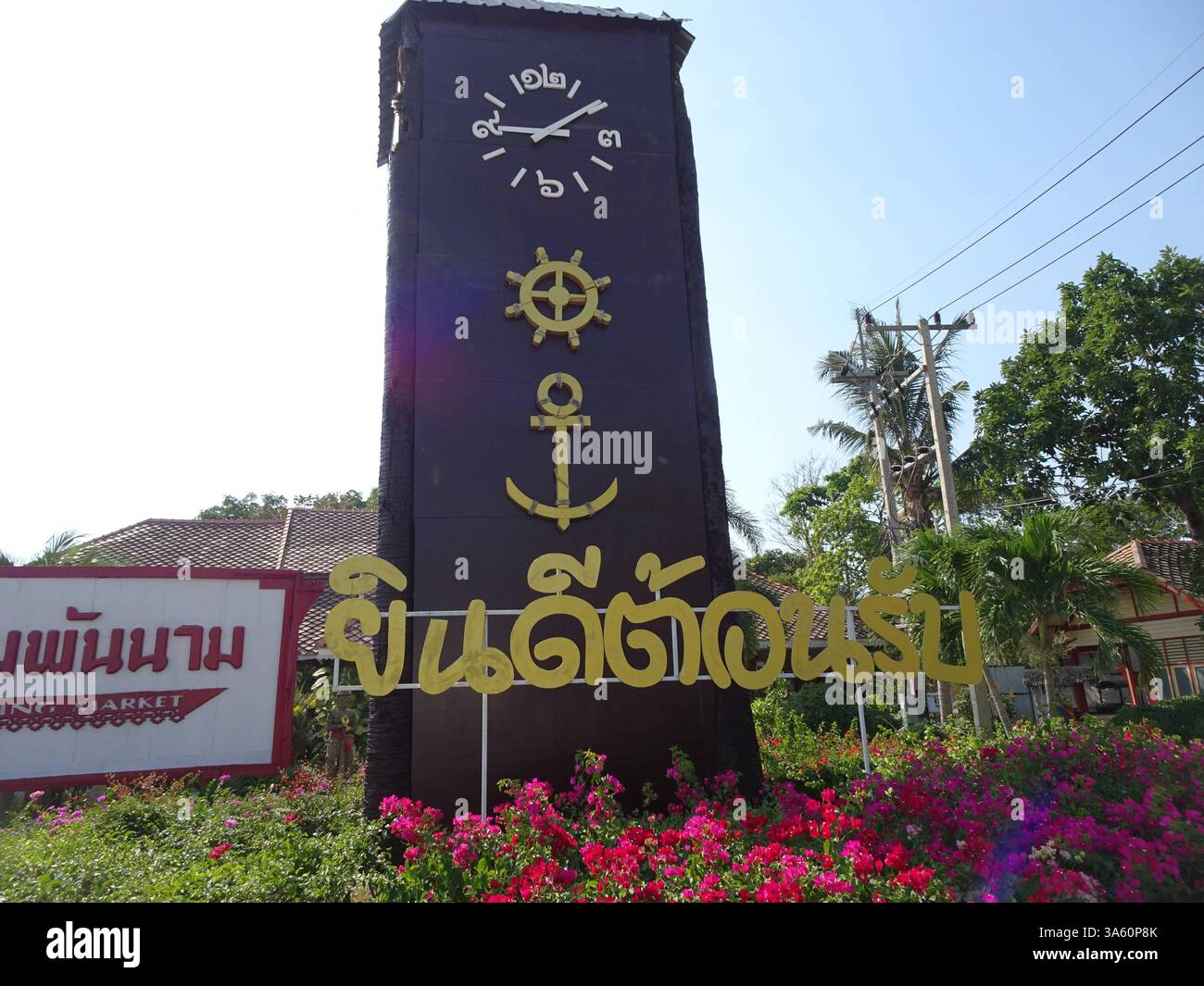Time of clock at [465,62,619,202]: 9:09
